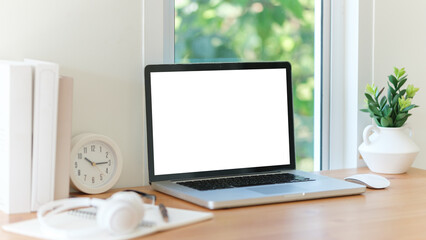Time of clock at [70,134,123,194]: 10:14
